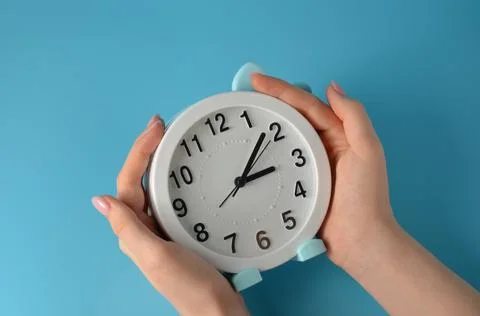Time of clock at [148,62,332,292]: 3:08
